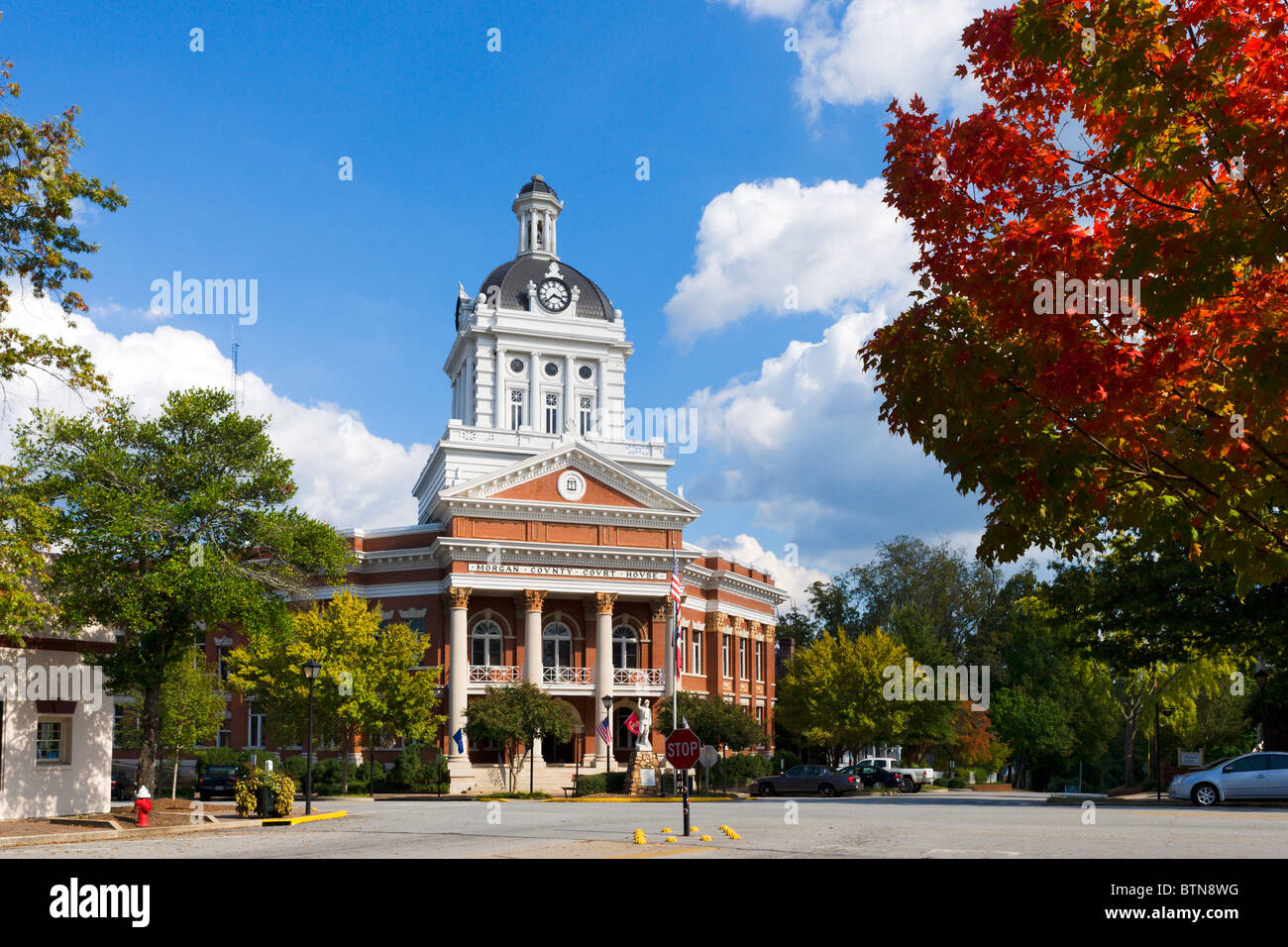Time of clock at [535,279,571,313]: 3:37
